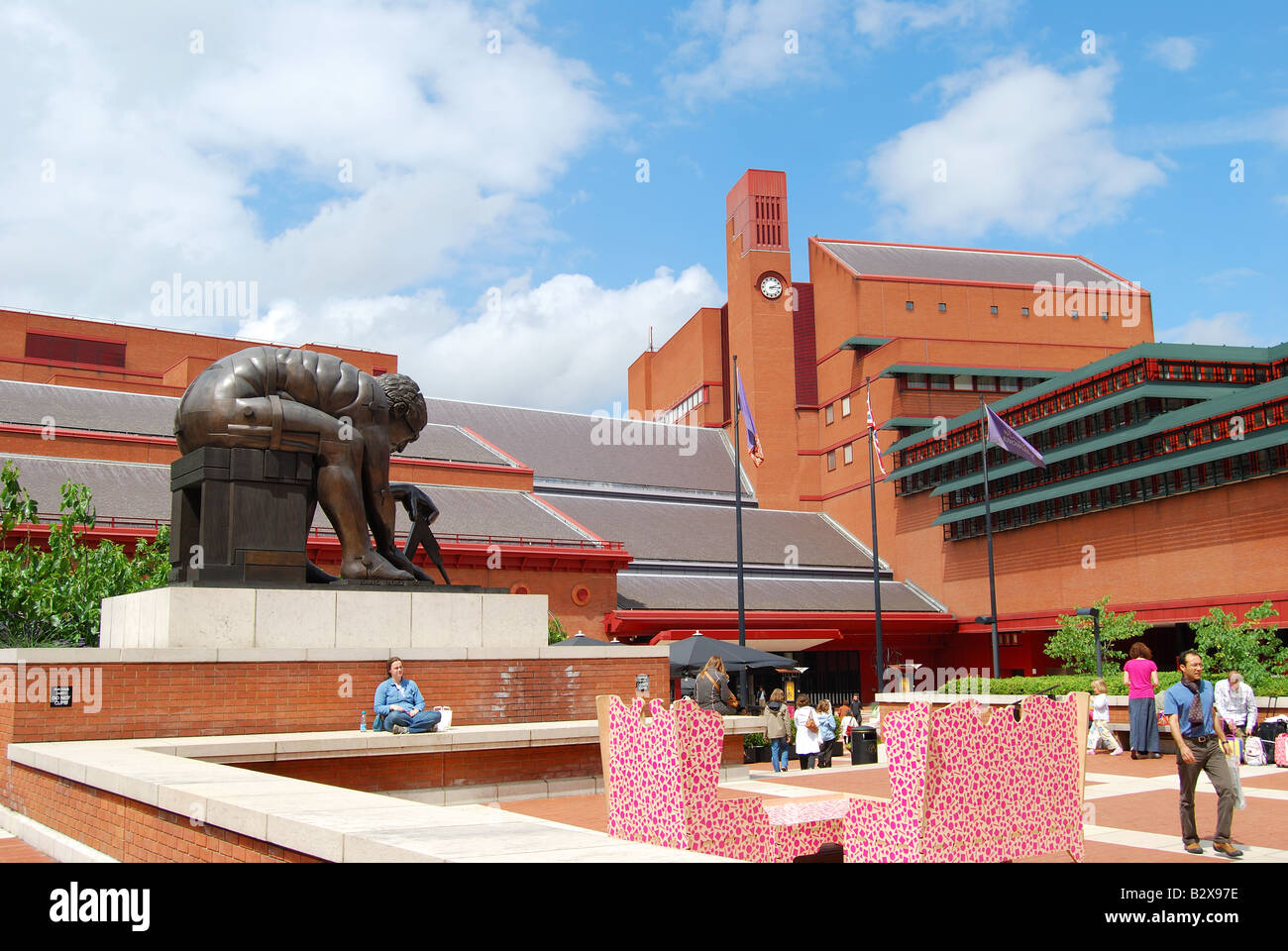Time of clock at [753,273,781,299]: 2:15
